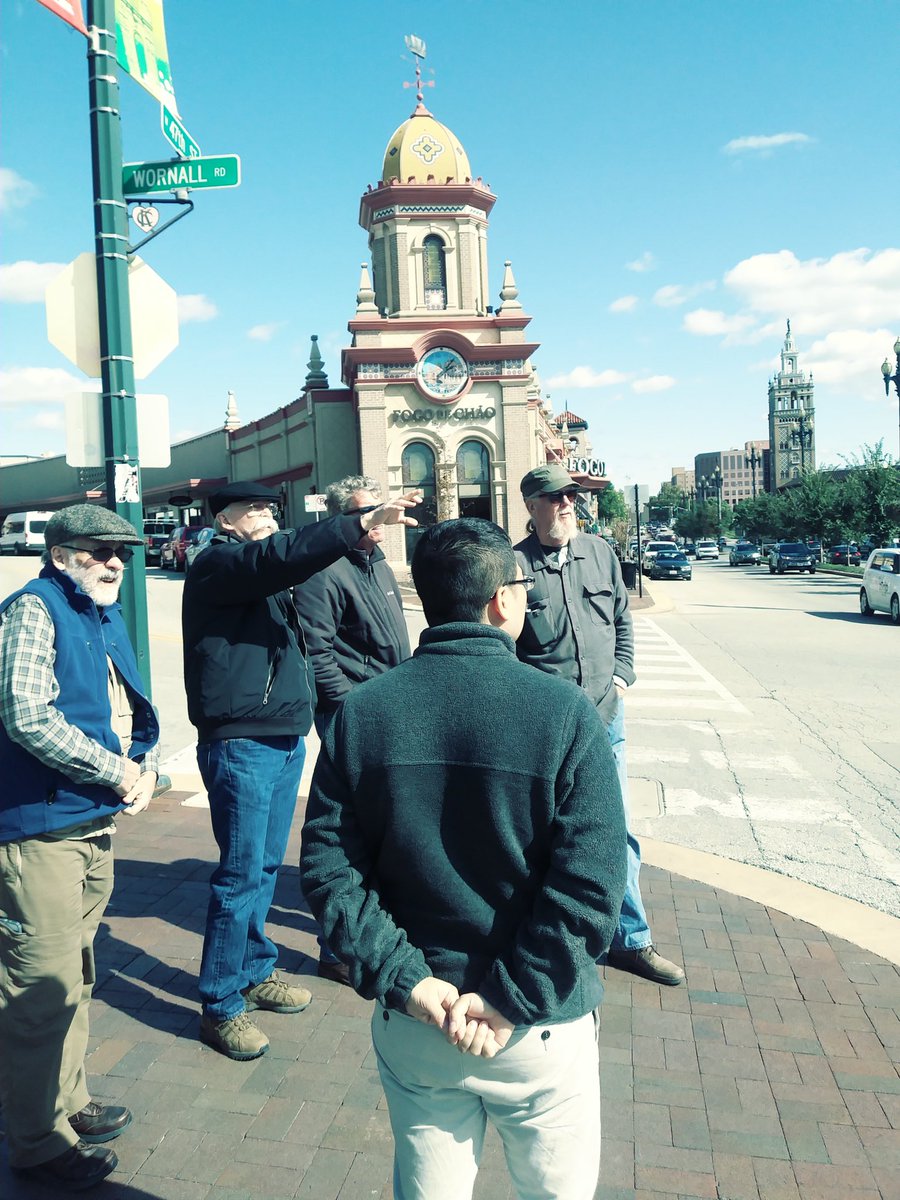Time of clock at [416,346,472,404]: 2:06
